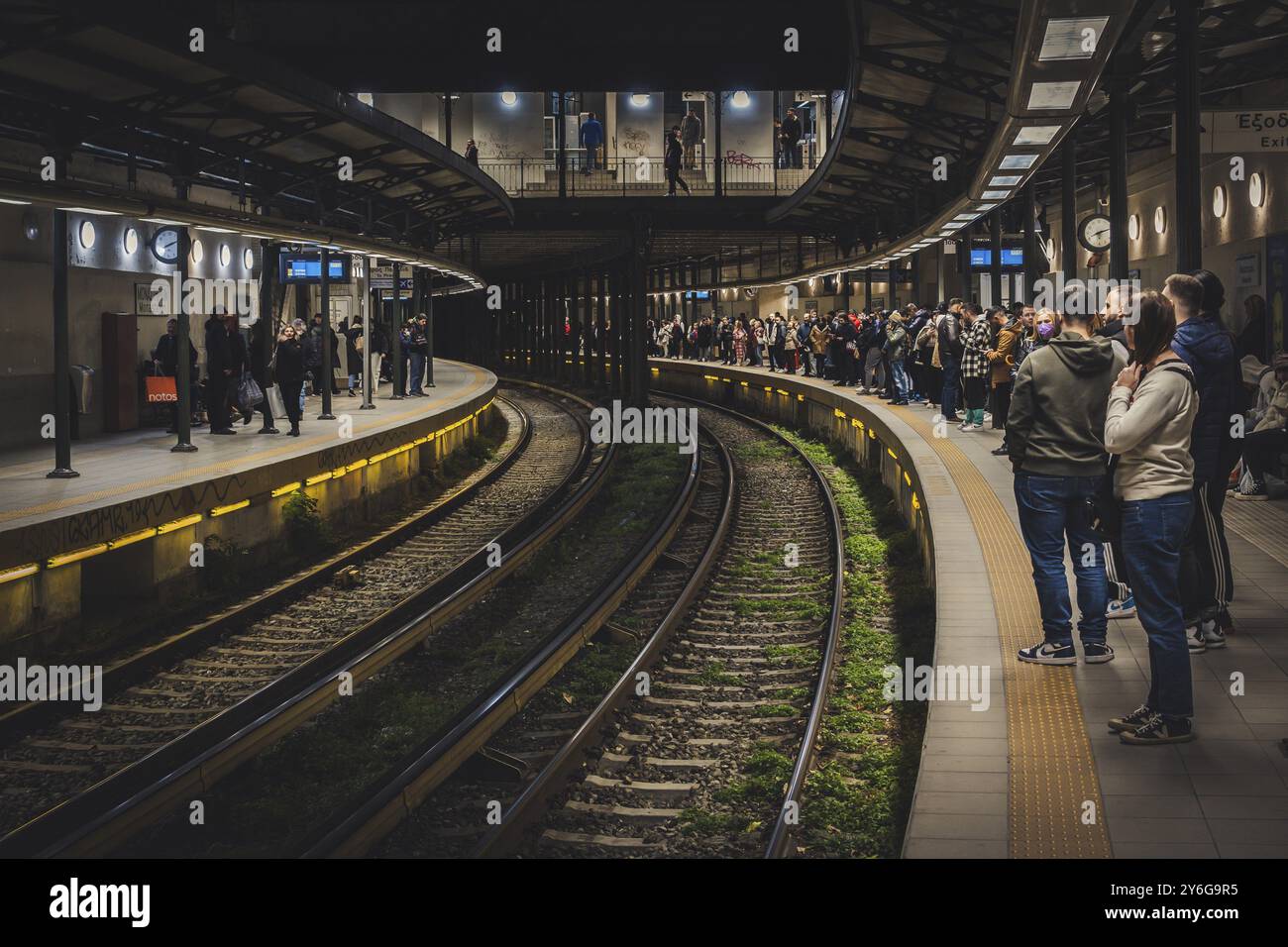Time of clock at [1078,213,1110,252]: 8:12
